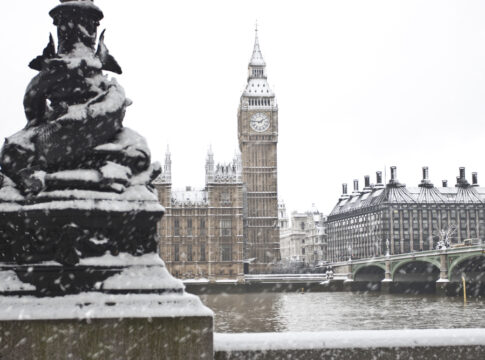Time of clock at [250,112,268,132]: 1:46
